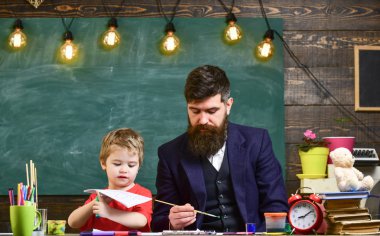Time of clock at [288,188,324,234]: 8:09
